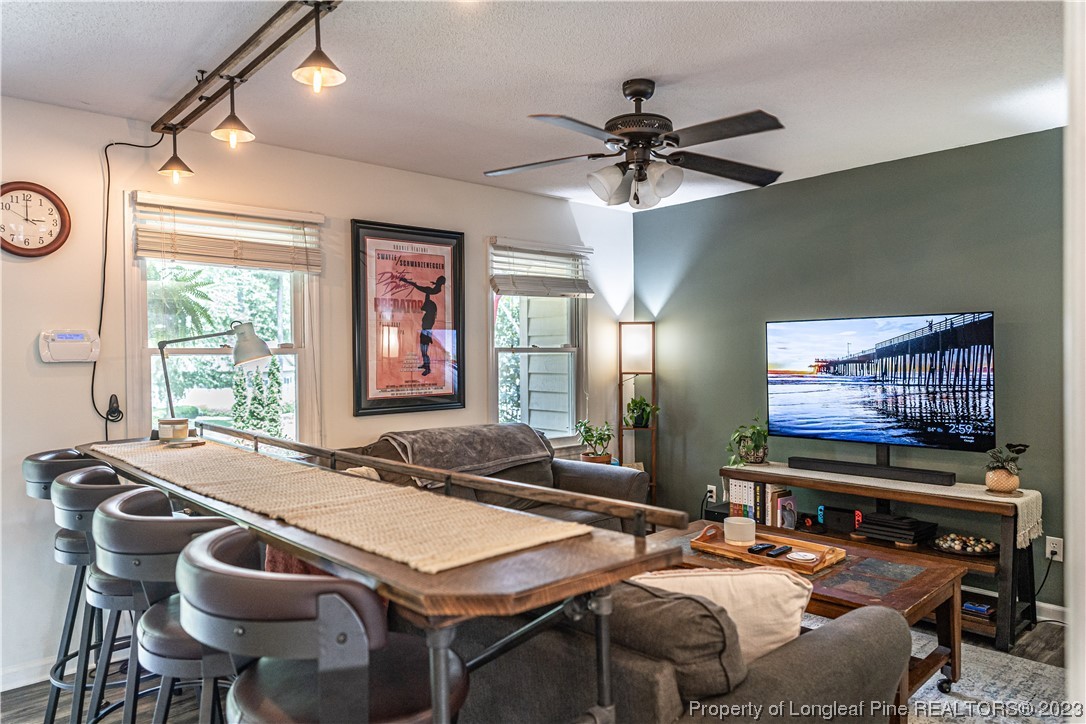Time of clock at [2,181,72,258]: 2:59
